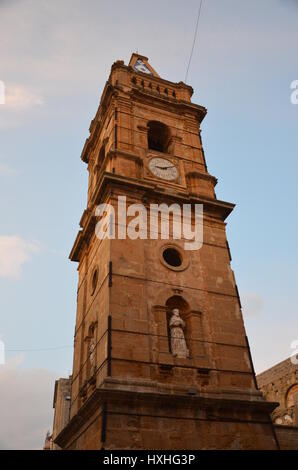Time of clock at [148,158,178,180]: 9:10
